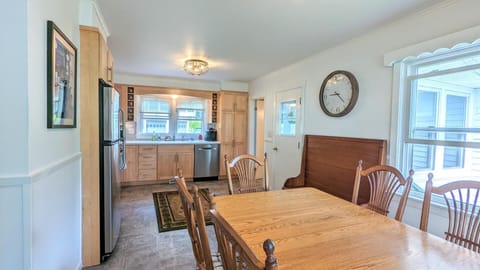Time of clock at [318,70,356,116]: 9:22
